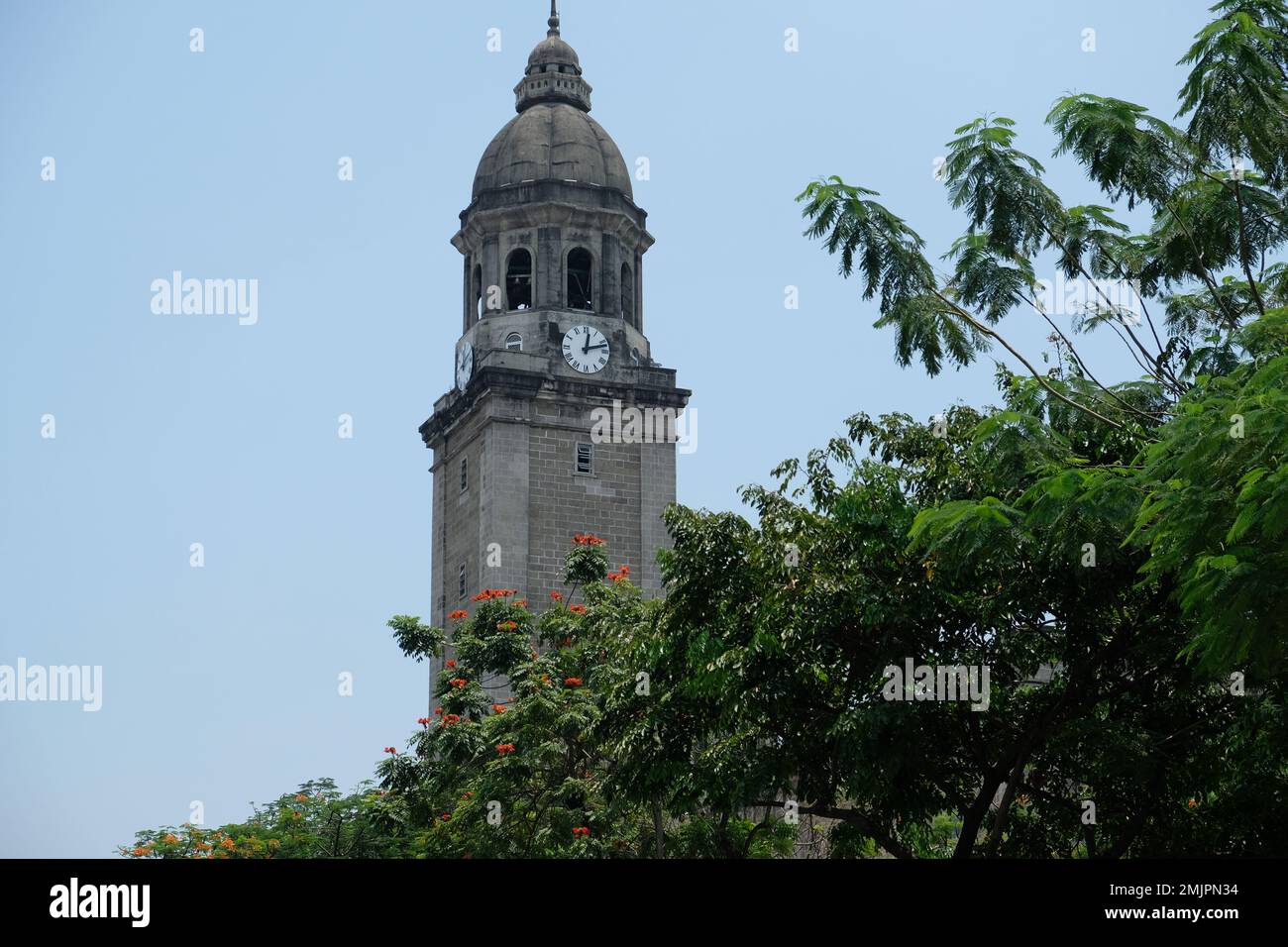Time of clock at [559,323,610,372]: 12:12
